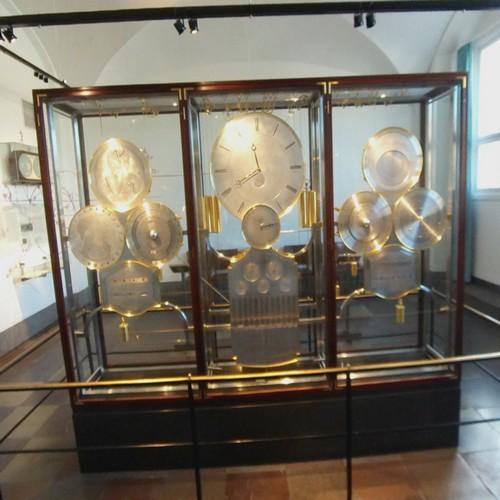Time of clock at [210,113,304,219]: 11:40
